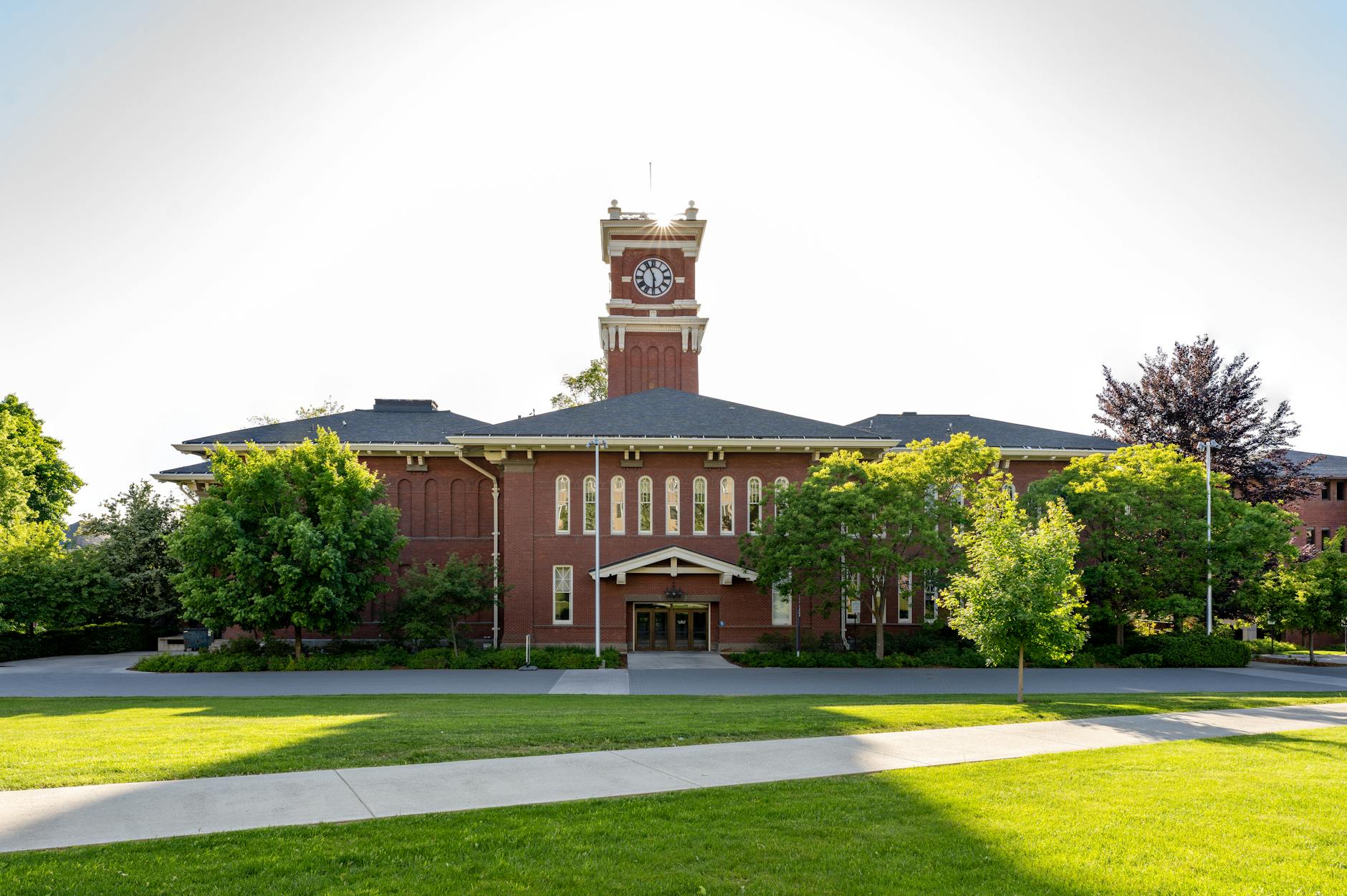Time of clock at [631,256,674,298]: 5:55
